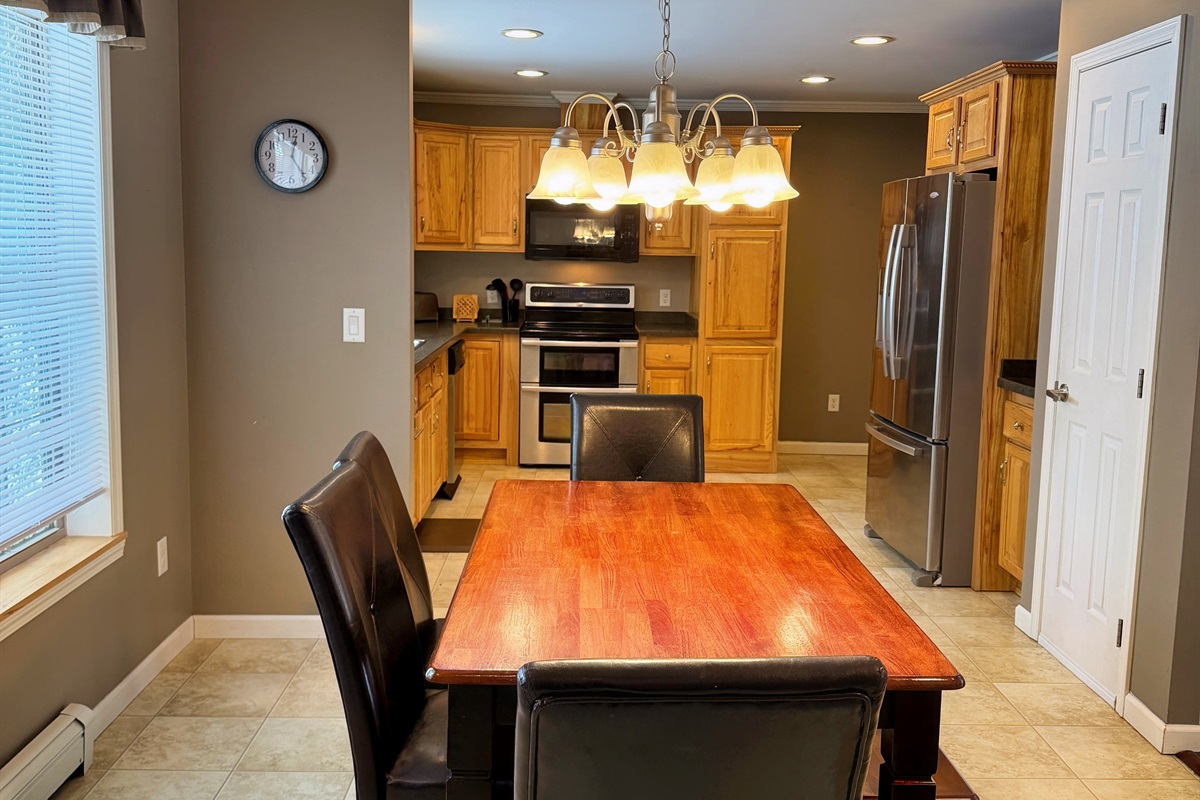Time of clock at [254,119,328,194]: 12:24
